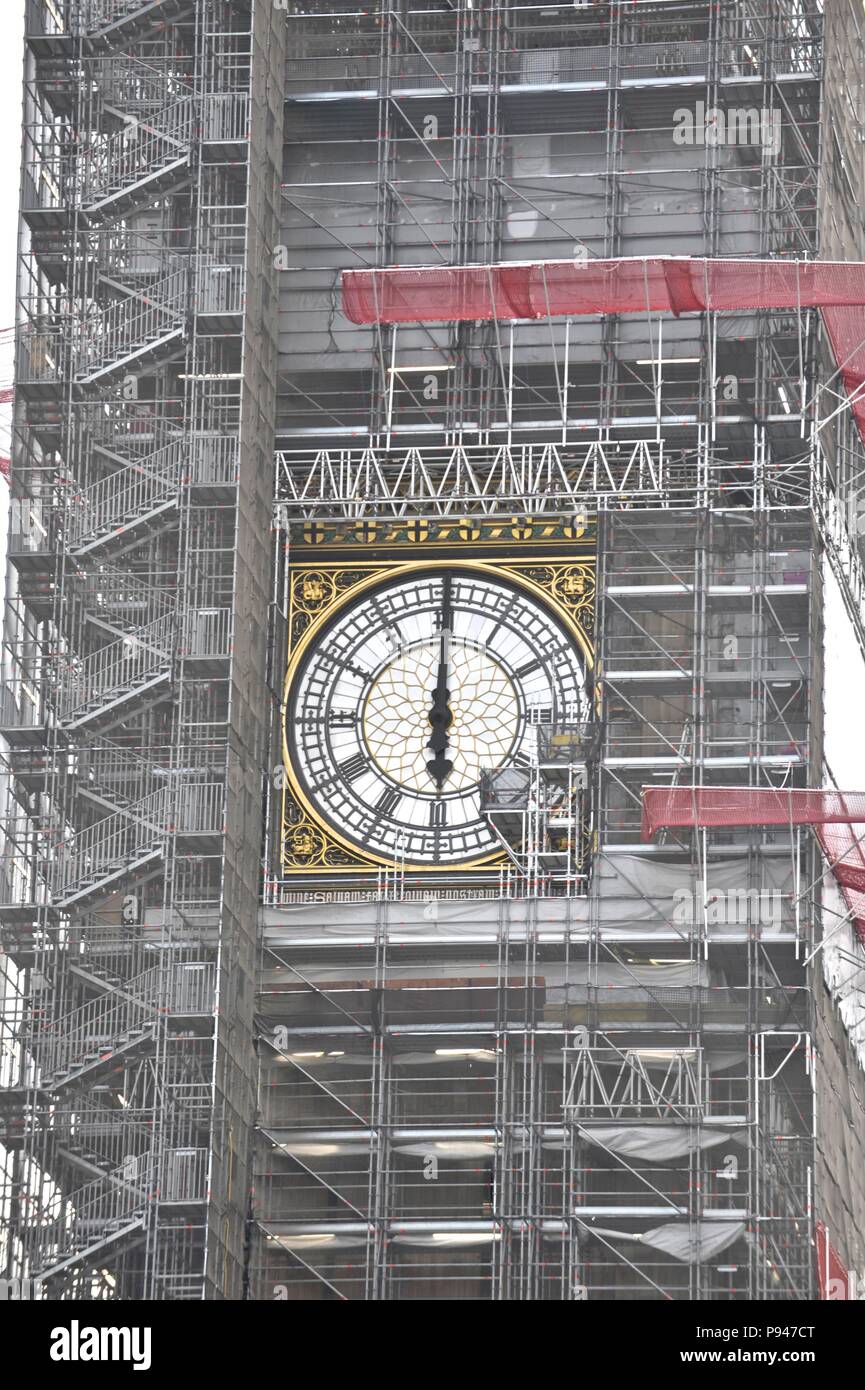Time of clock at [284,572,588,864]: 5:59
